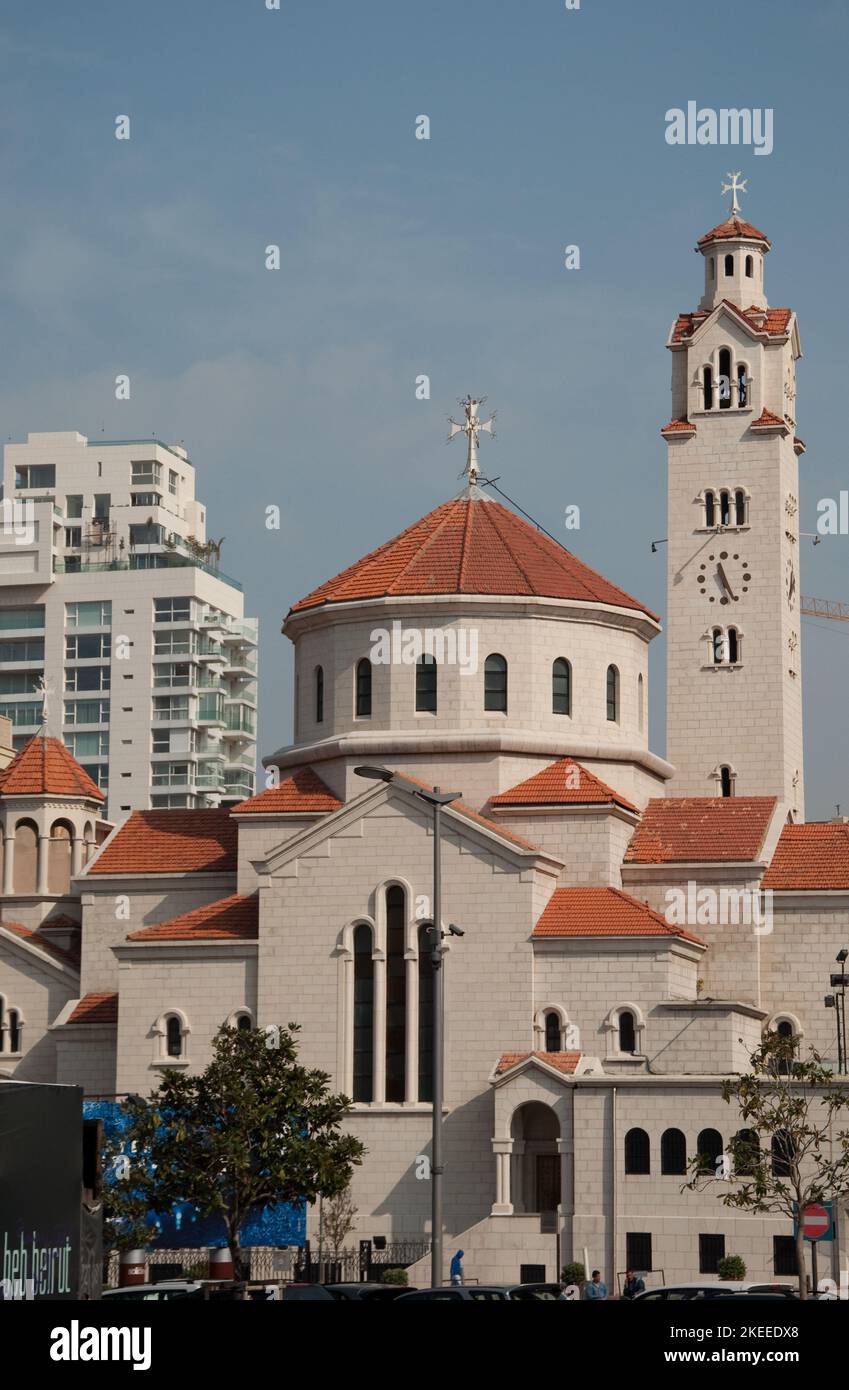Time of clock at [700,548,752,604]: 11:26
